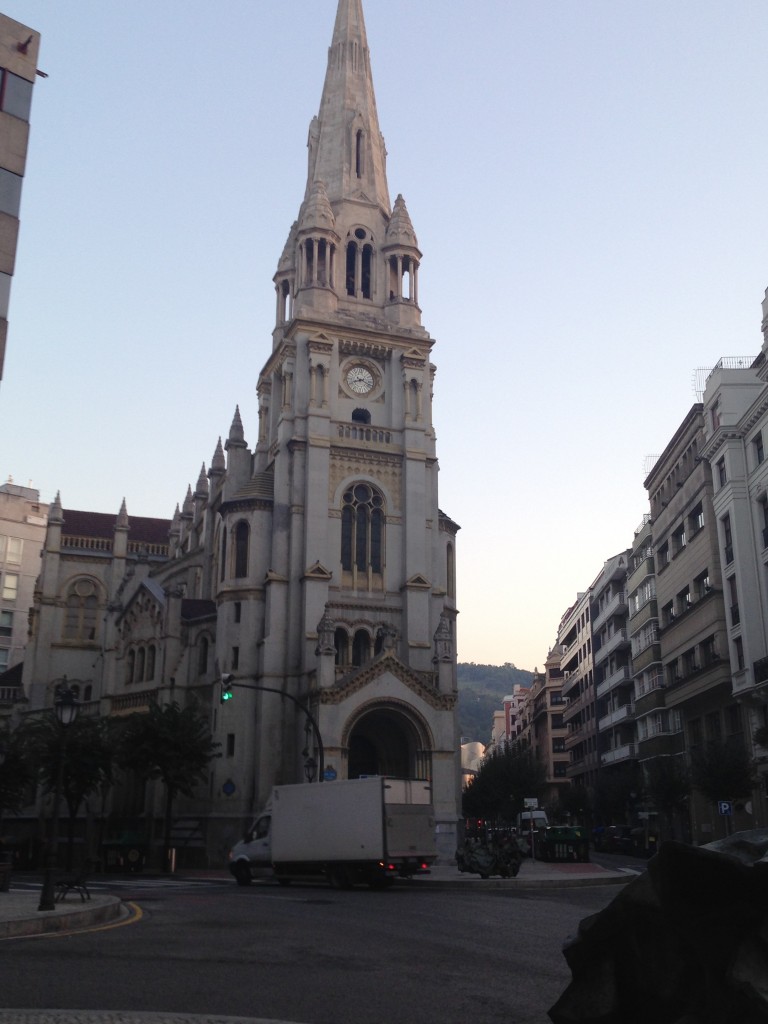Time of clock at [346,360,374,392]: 8:19
